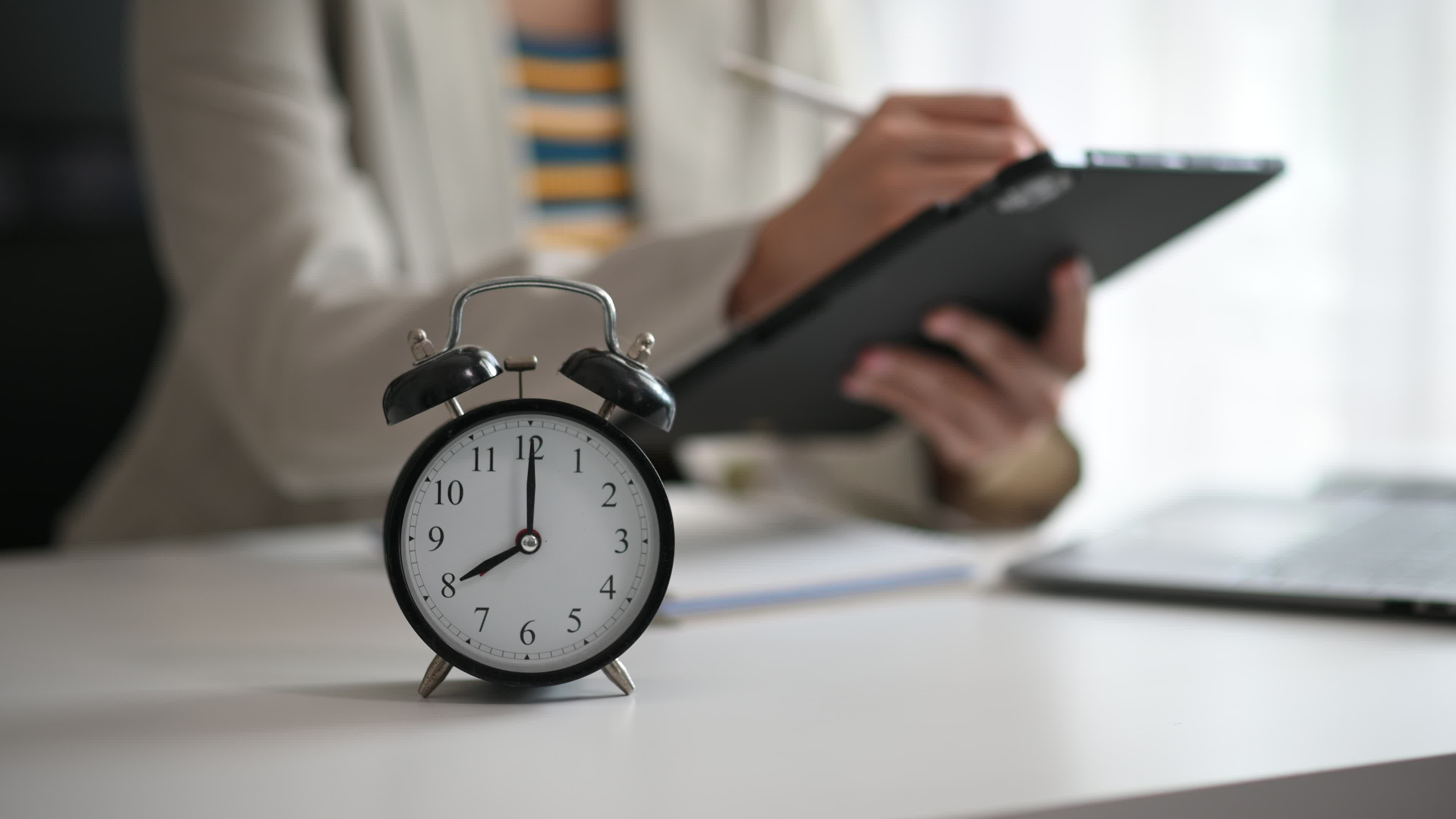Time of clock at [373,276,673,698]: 8:00
